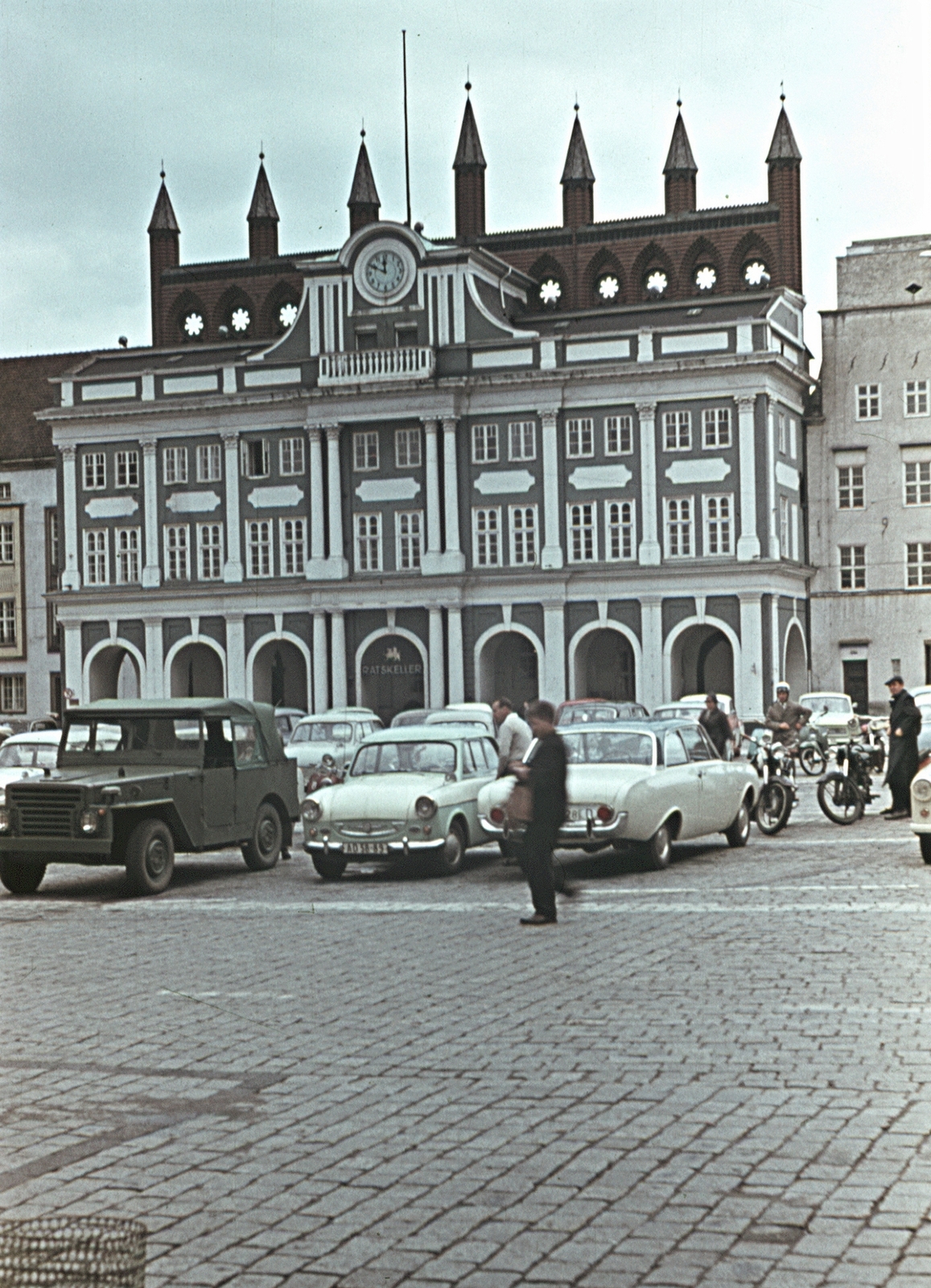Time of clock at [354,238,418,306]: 11:49
